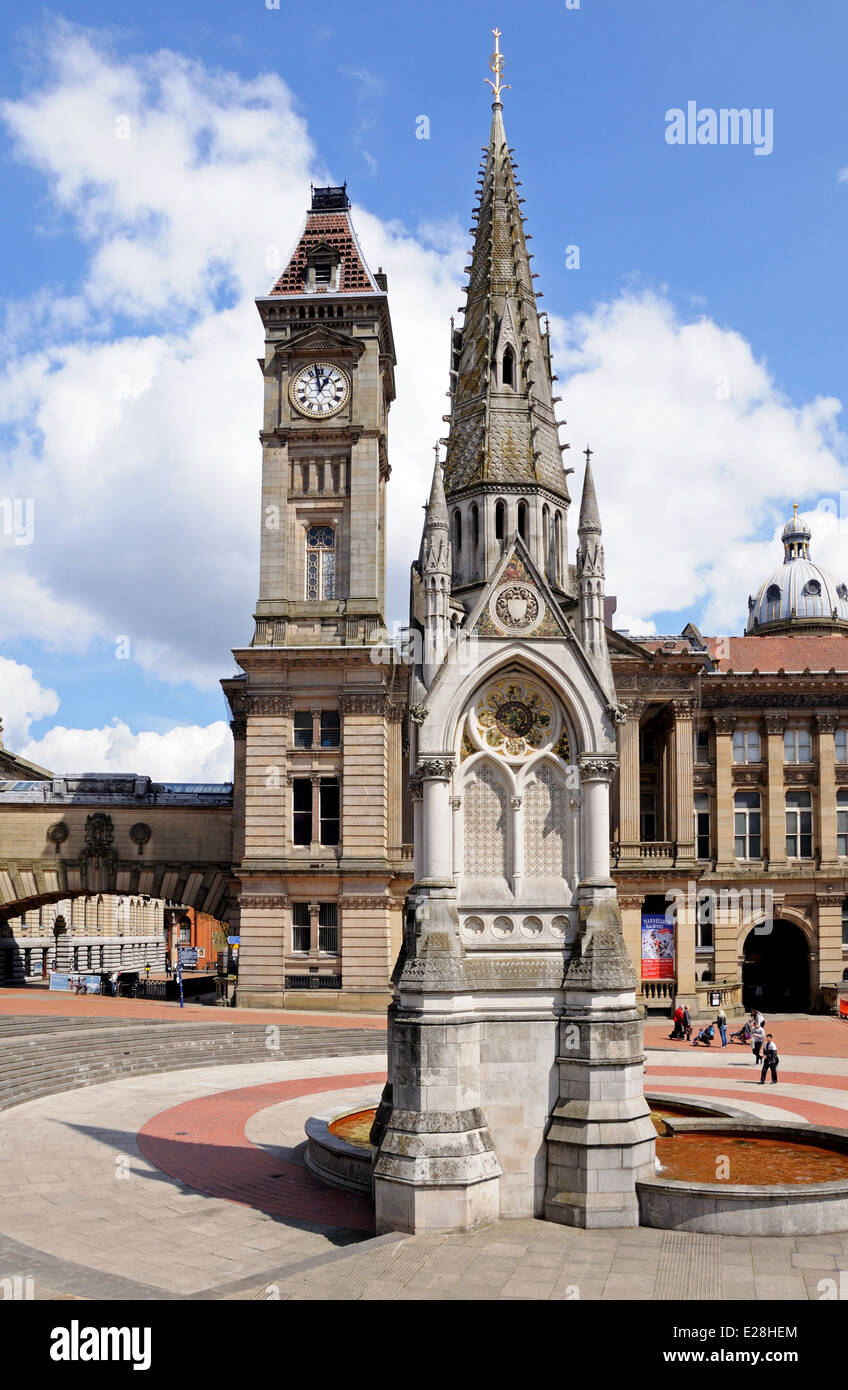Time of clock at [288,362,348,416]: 12:58
